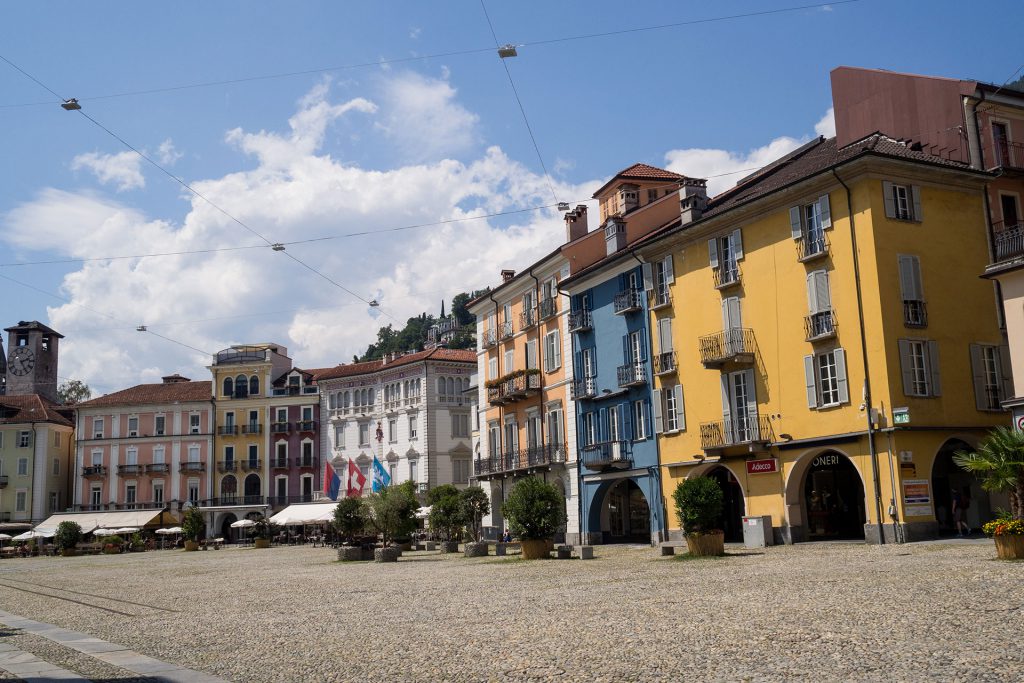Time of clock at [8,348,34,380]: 2:24
